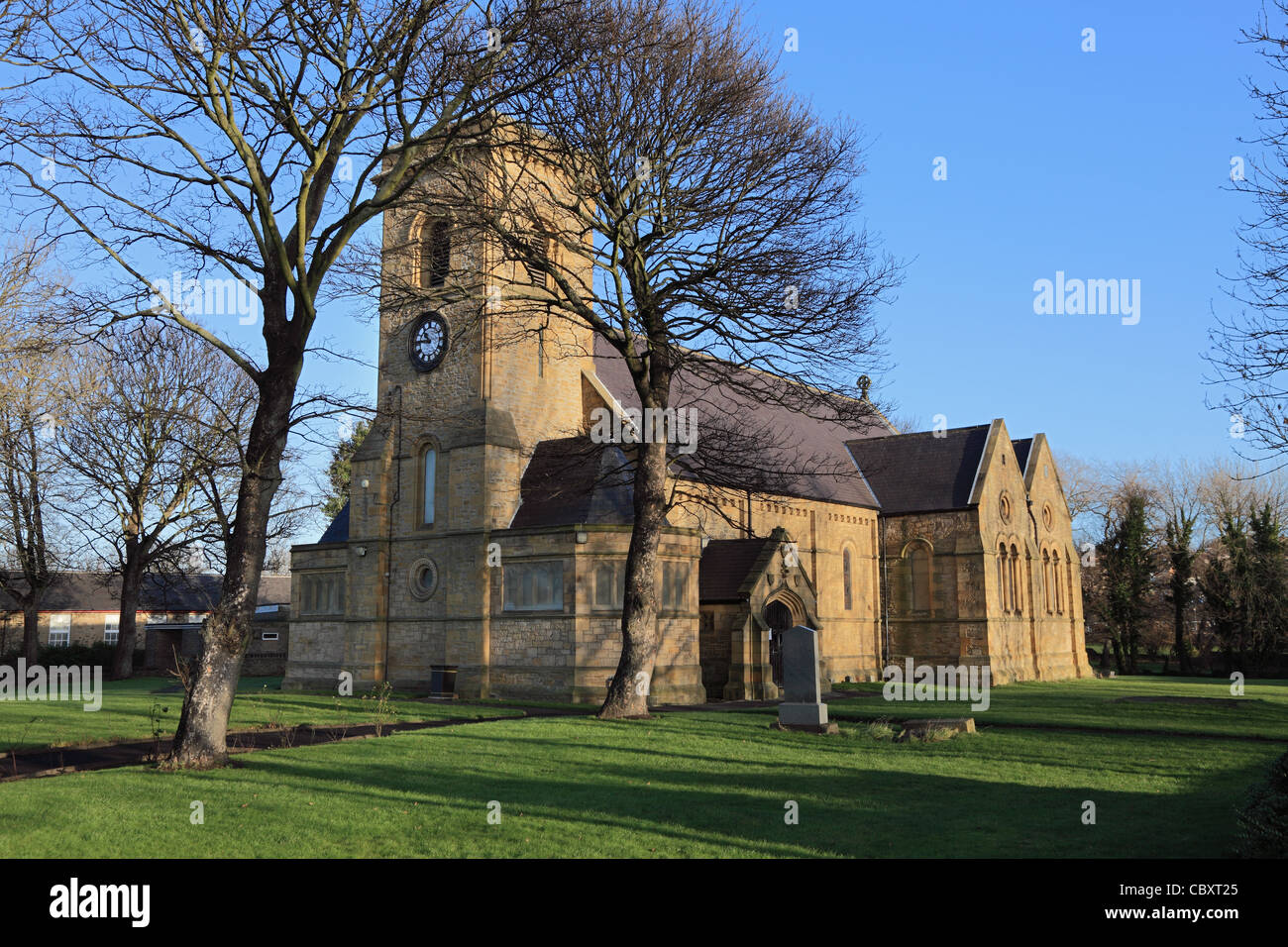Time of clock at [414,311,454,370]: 10:45
